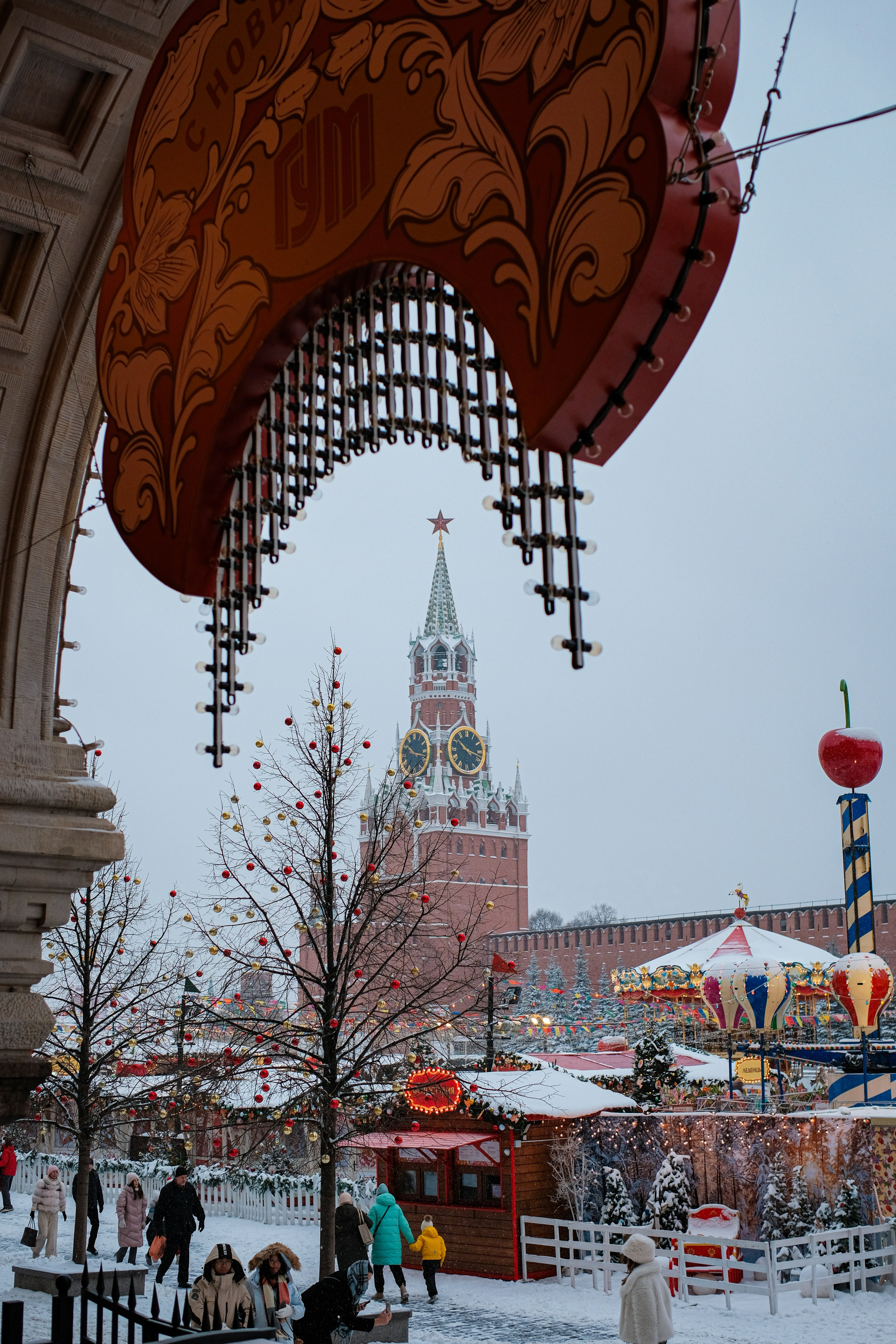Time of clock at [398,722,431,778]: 10:17
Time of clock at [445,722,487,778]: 10:17
